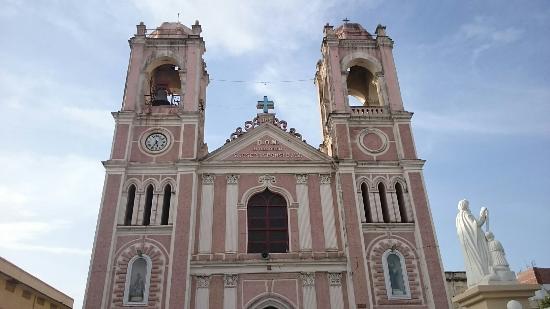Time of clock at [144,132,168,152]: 5:35
